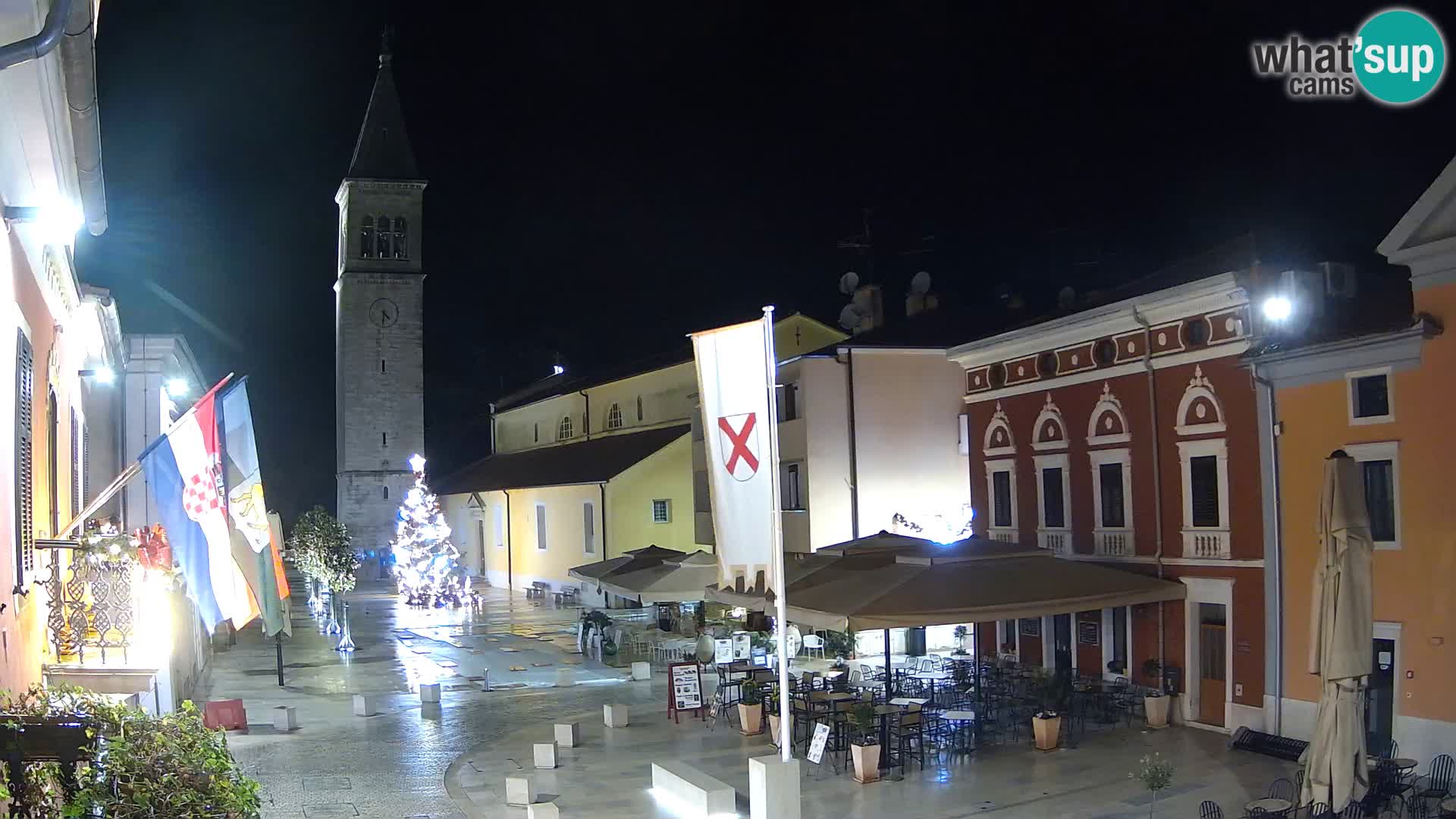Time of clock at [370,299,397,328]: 4:31
